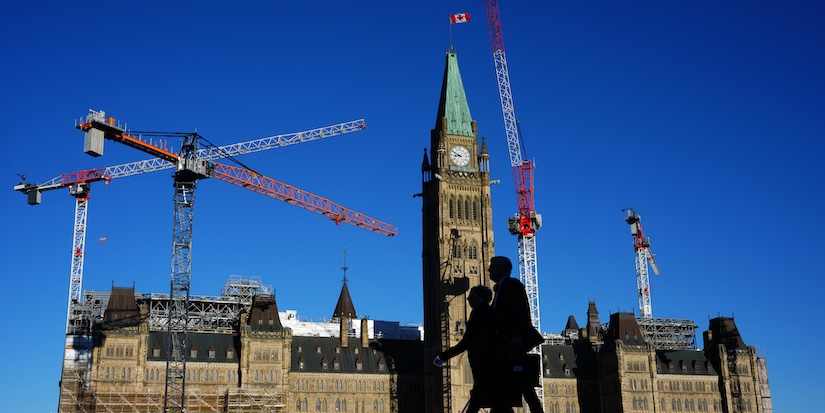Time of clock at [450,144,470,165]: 8:49
